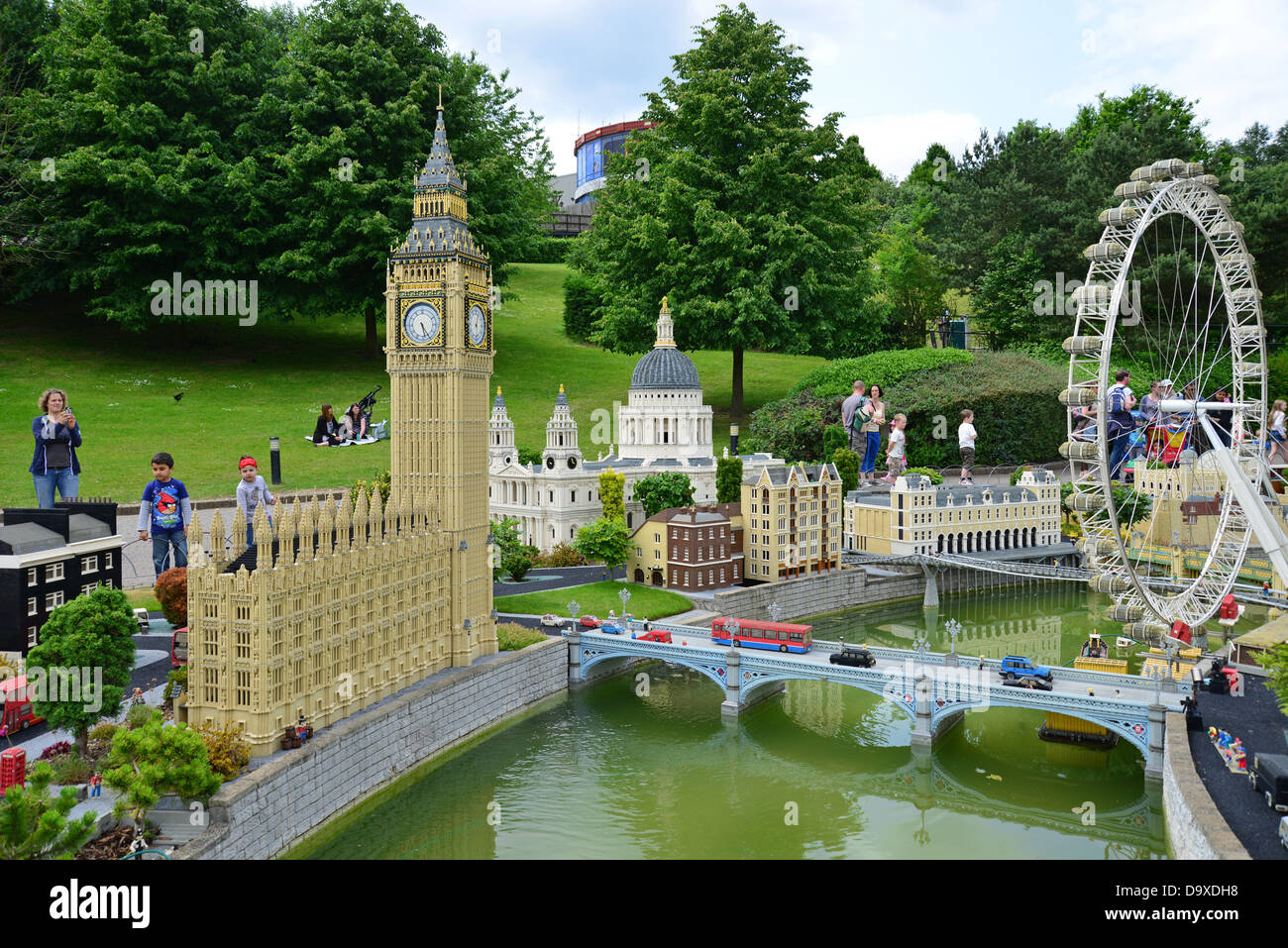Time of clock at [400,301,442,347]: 5:24
